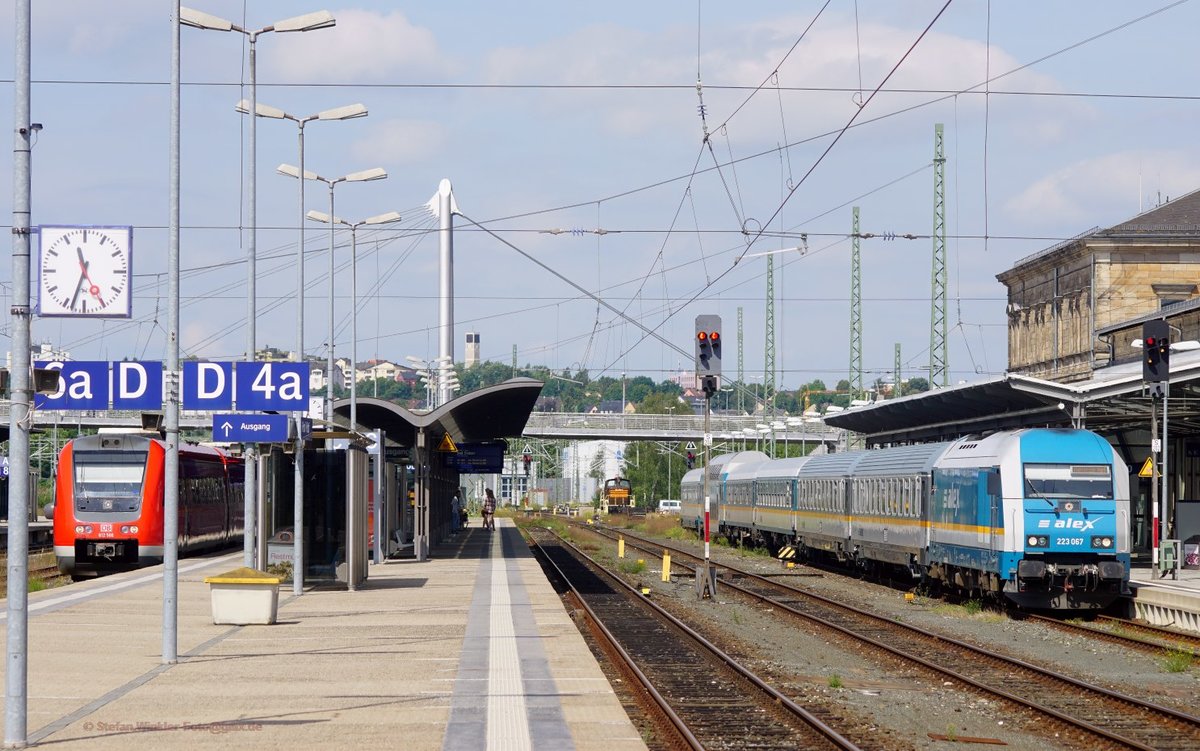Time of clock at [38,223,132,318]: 11:33
